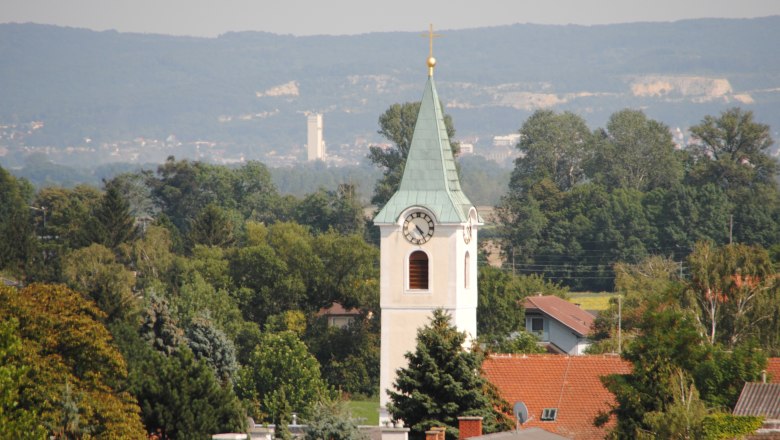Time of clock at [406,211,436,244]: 4:24
